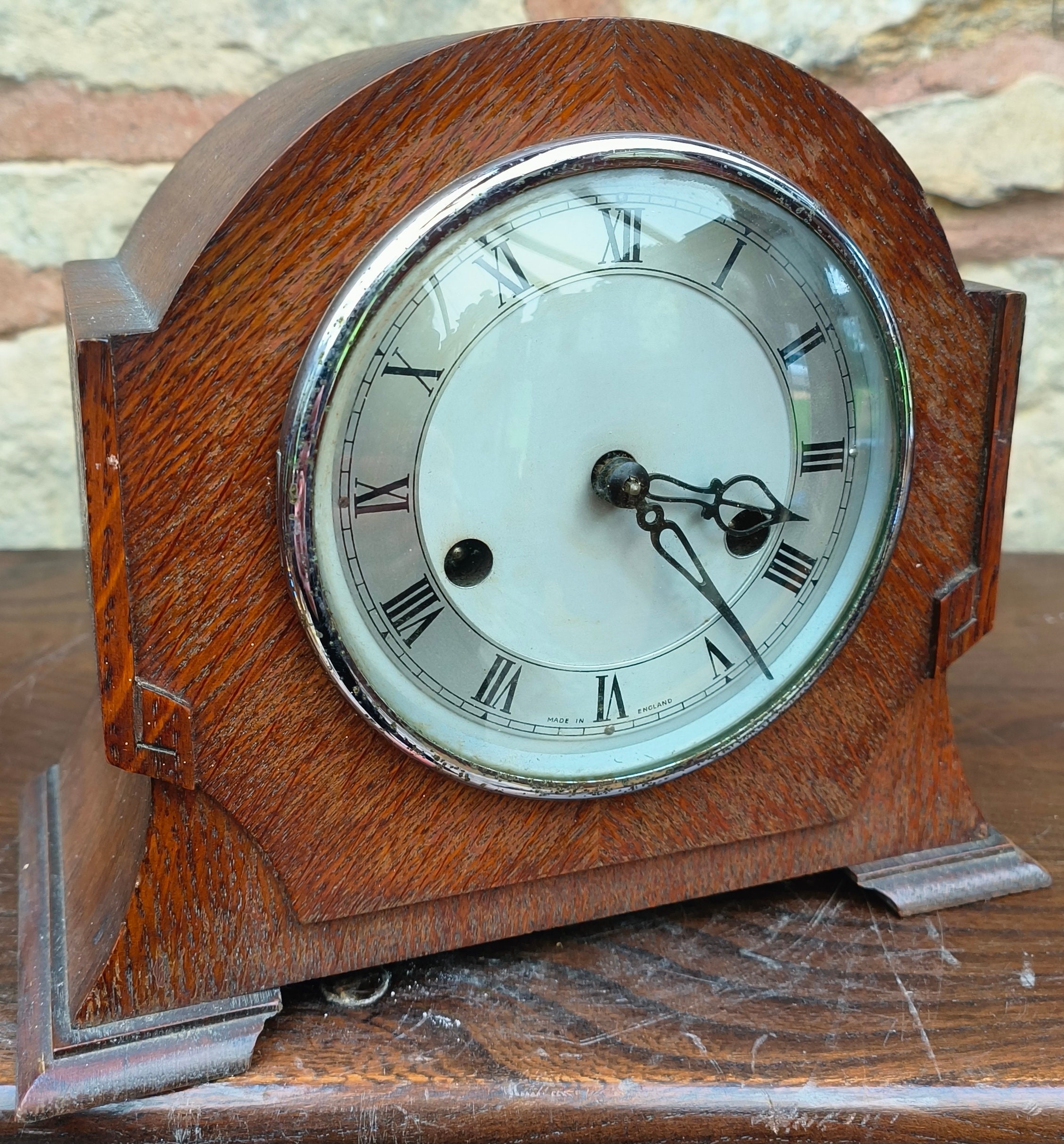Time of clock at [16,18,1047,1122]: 3:23
